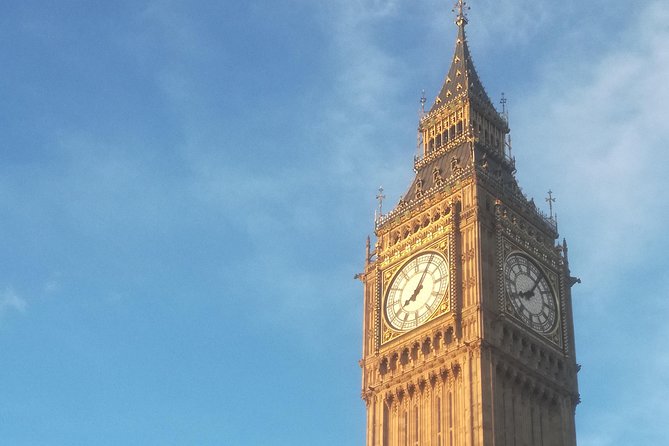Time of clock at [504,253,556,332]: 8:06
